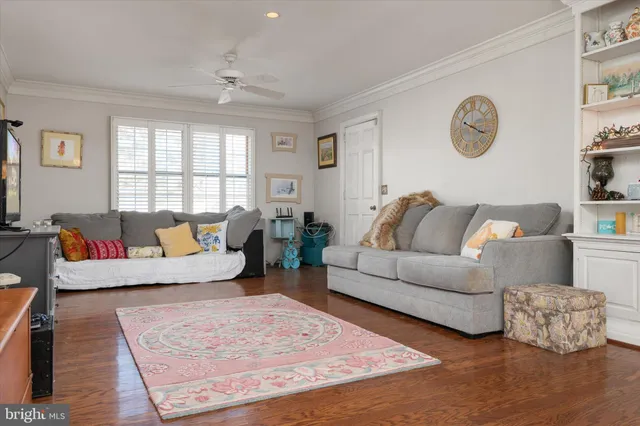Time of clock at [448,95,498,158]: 3:49
